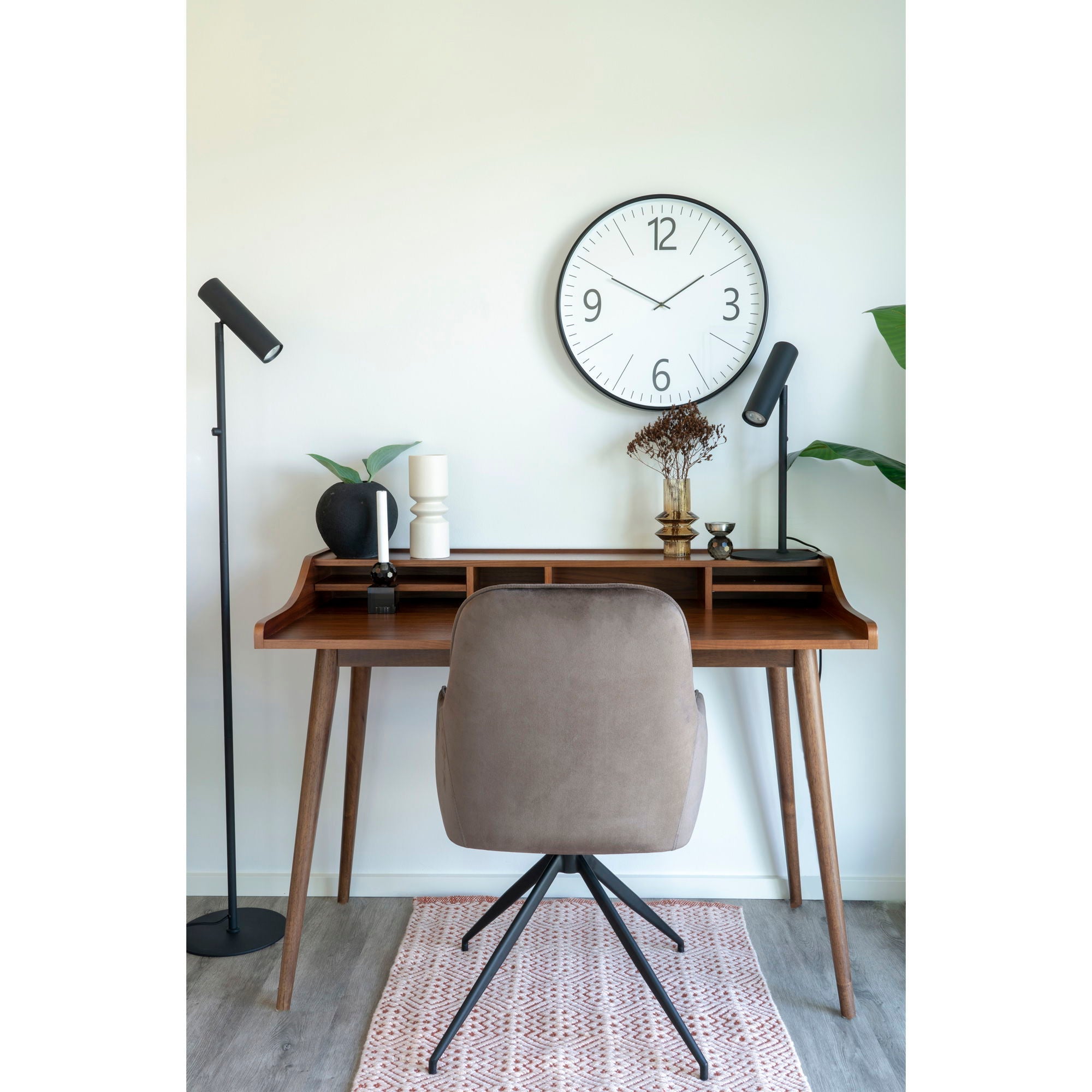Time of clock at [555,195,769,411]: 1:49
